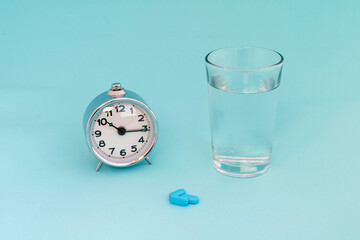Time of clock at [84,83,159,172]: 10:15
